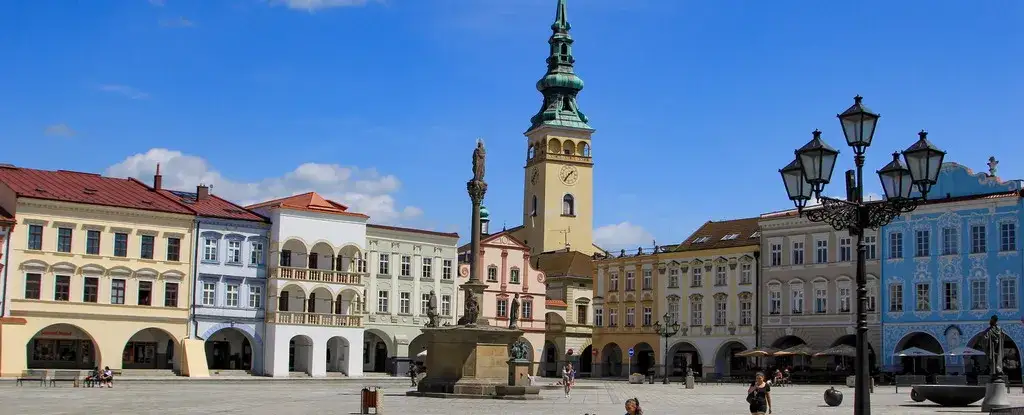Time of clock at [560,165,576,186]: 1:36
